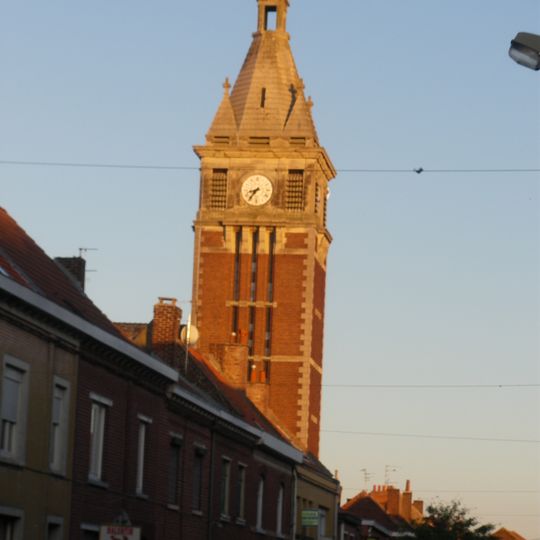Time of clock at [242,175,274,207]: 8:36
